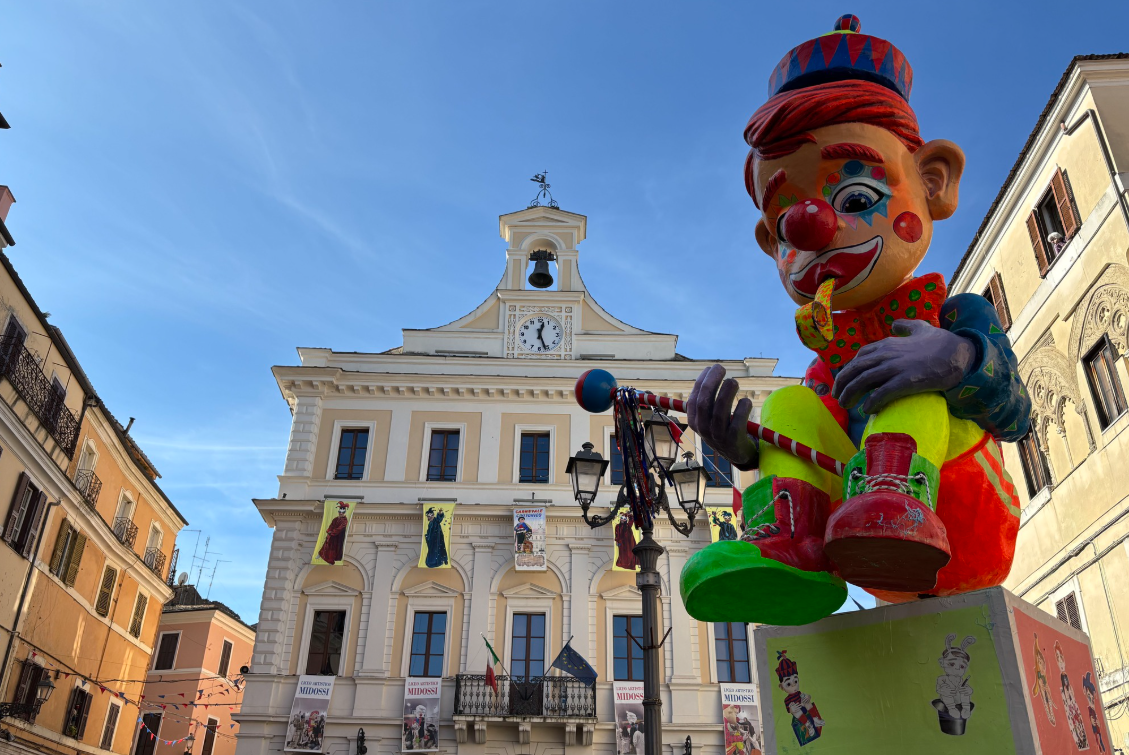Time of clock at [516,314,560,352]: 12:26
